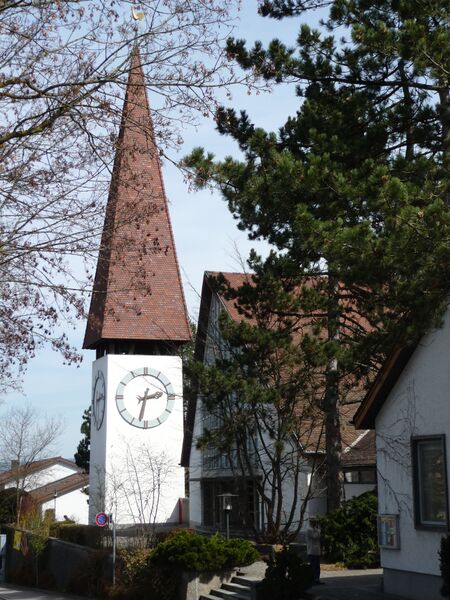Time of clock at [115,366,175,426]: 2:32
